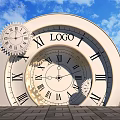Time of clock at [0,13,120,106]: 11:44
